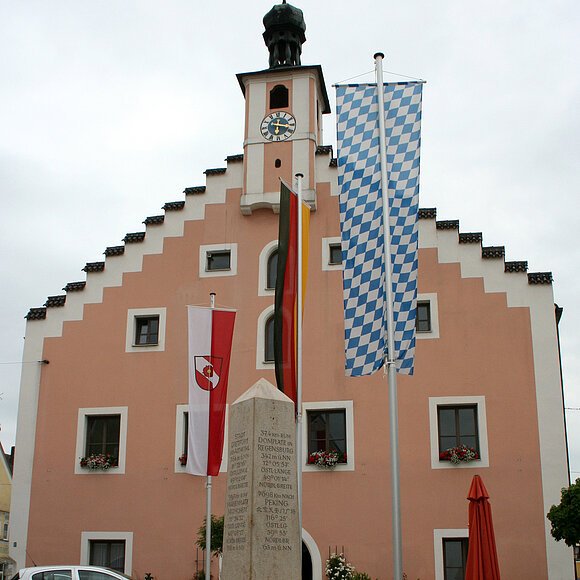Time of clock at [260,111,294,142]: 6:17
